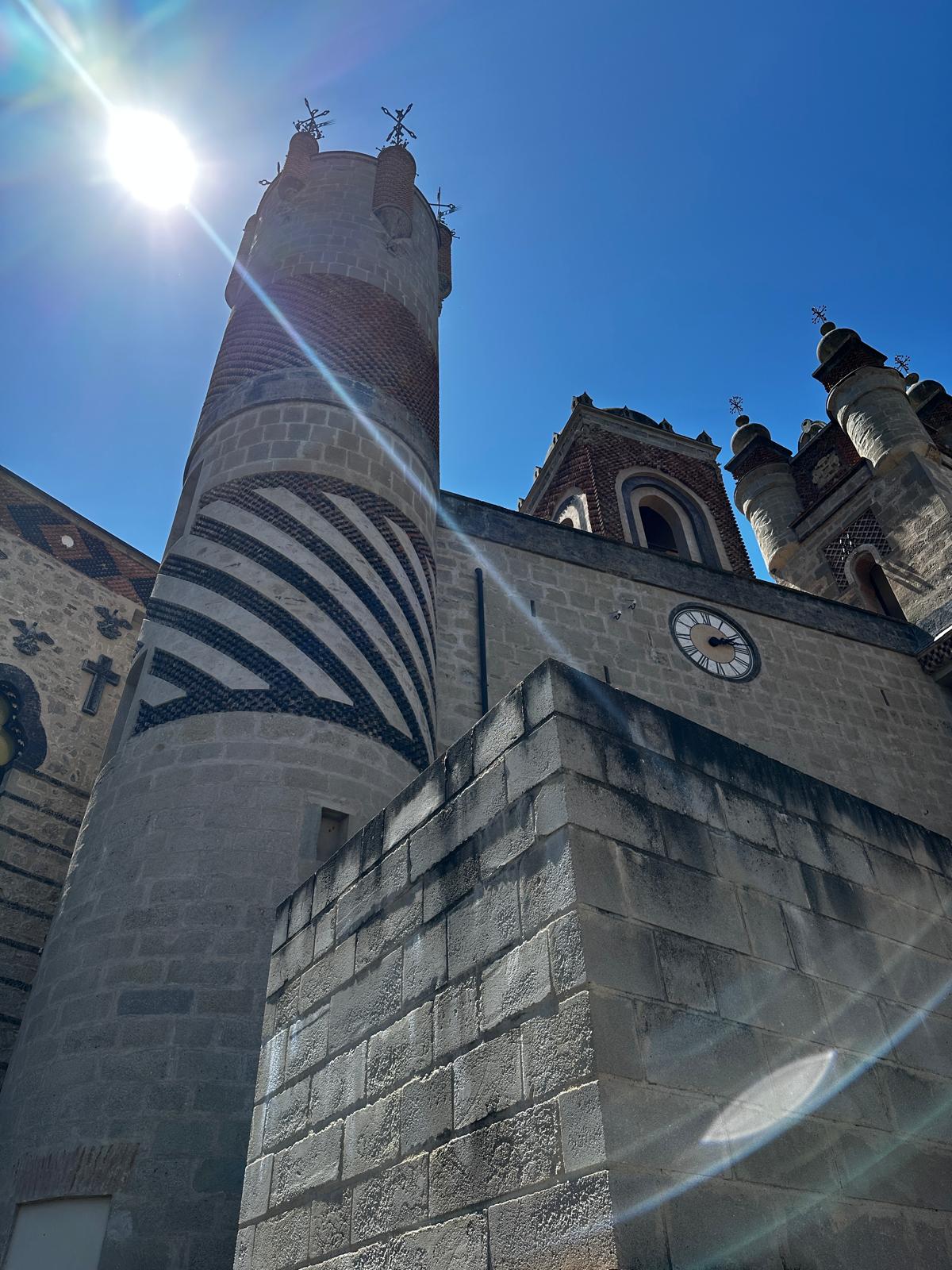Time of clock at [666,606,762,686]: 2:13
